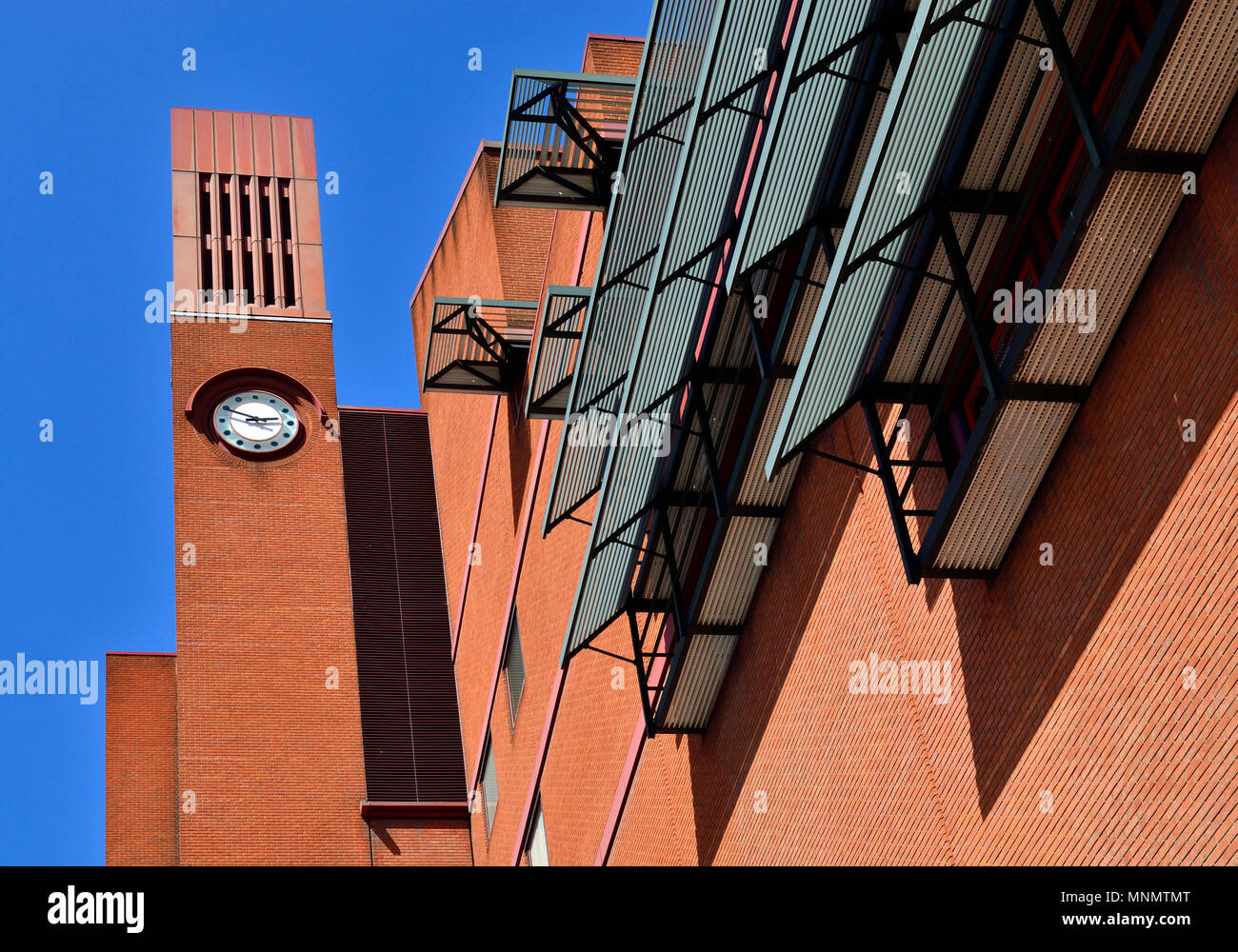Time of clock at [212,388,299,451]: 2:49
